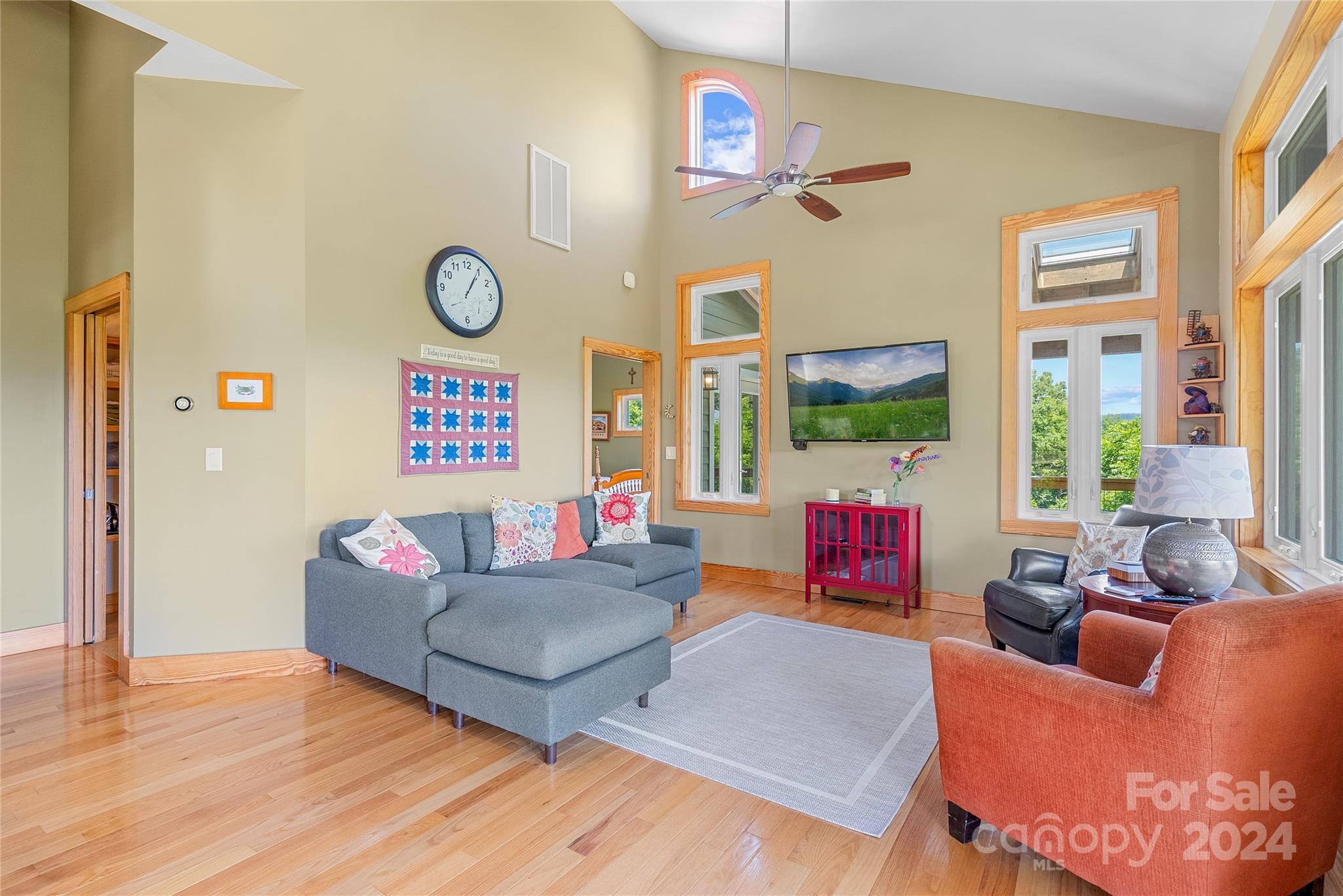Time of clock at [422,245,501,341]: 1:04
